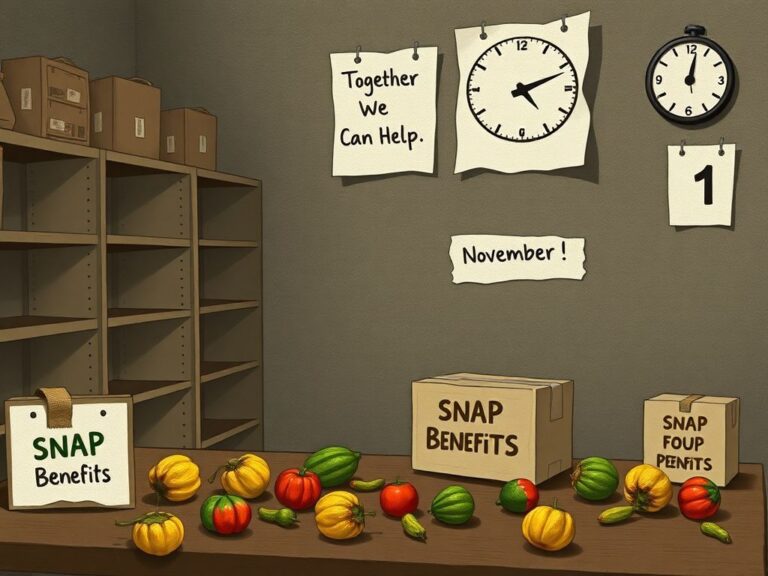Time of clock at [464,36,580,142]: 5:11
